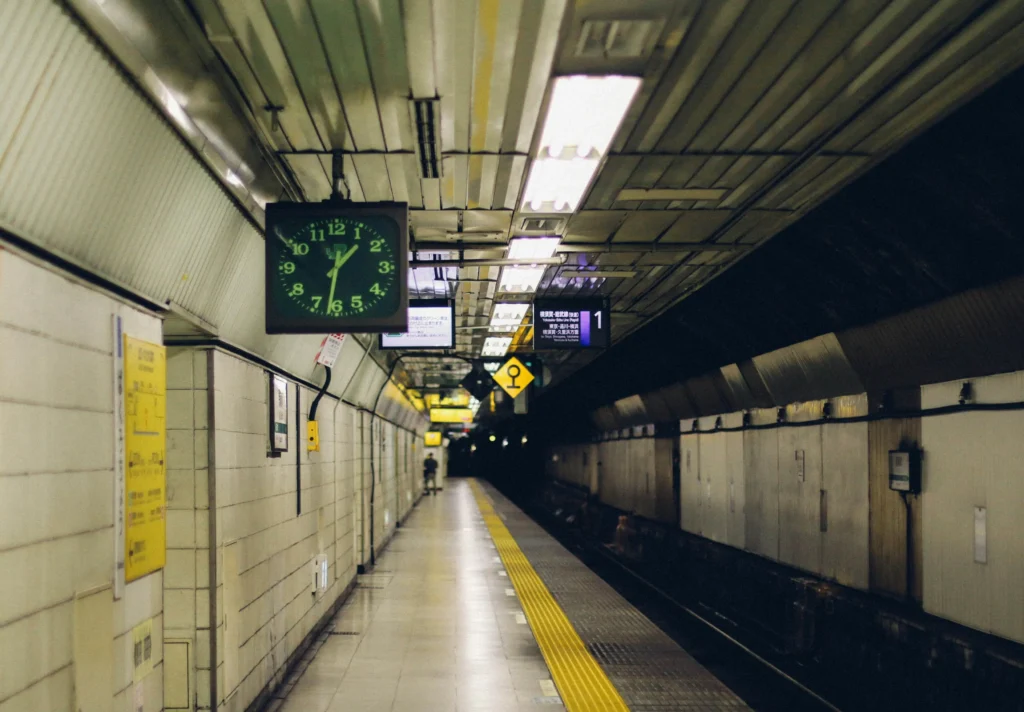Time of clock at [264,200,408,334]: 1:32
